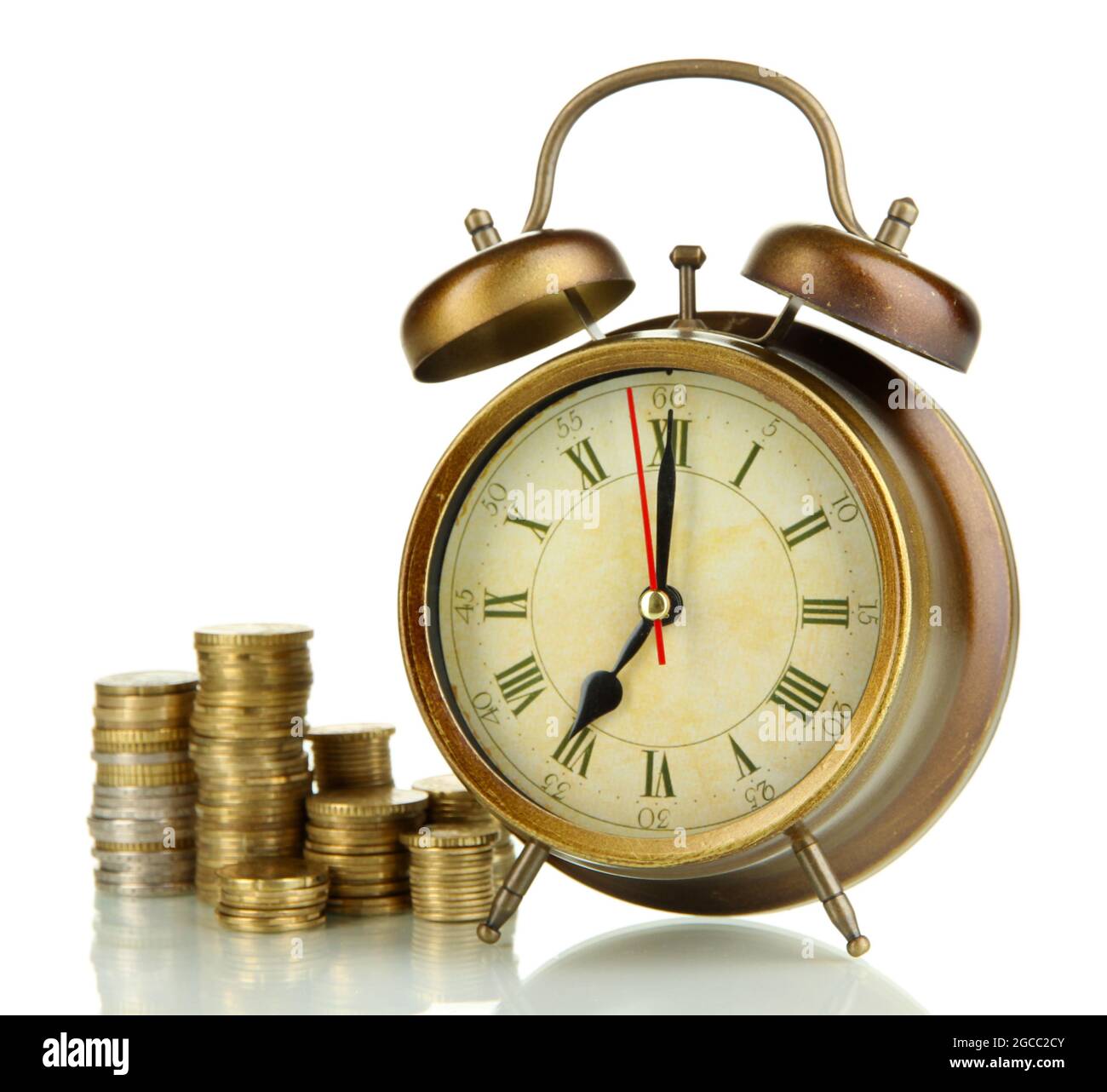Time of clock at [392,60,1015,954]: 7:00
